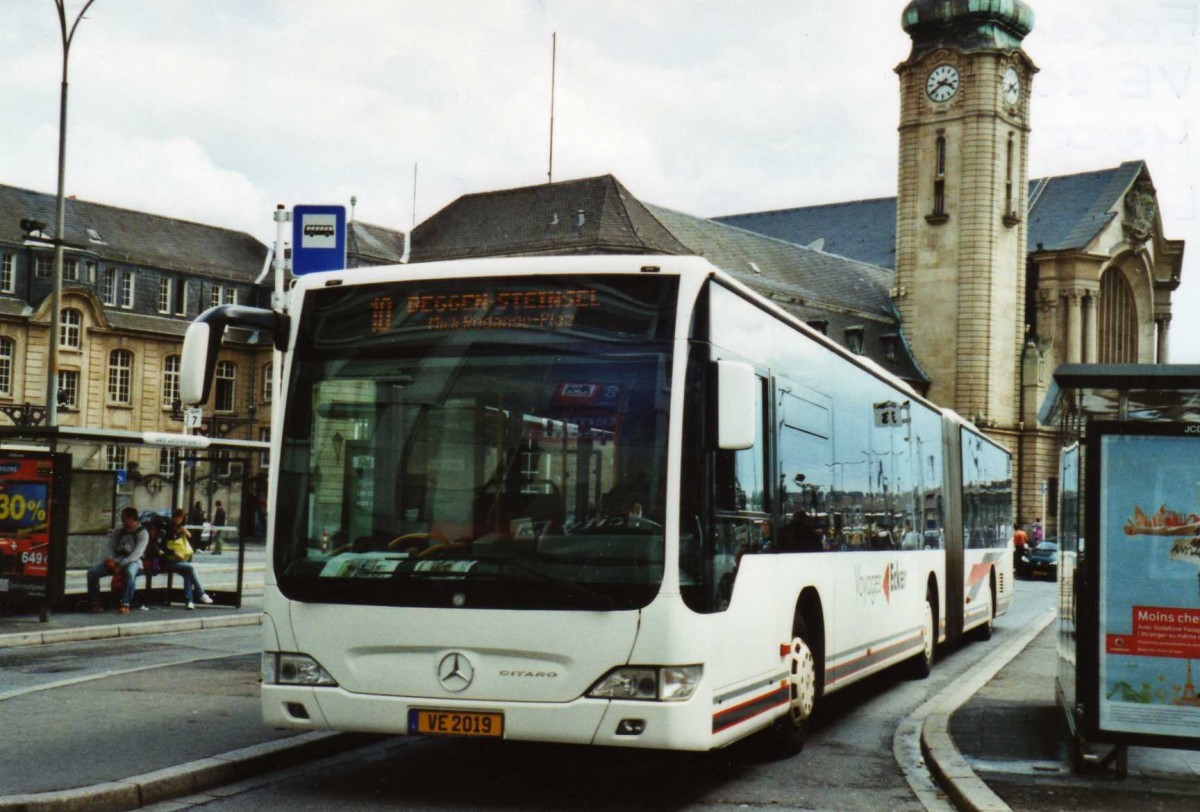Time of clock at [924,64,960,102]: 3:39
